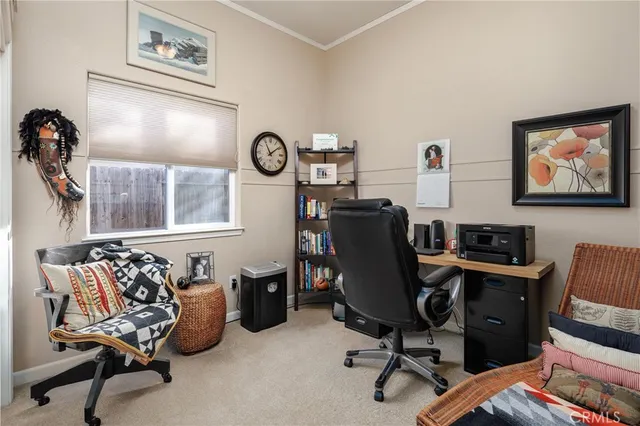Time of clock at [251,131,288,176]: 11:08
